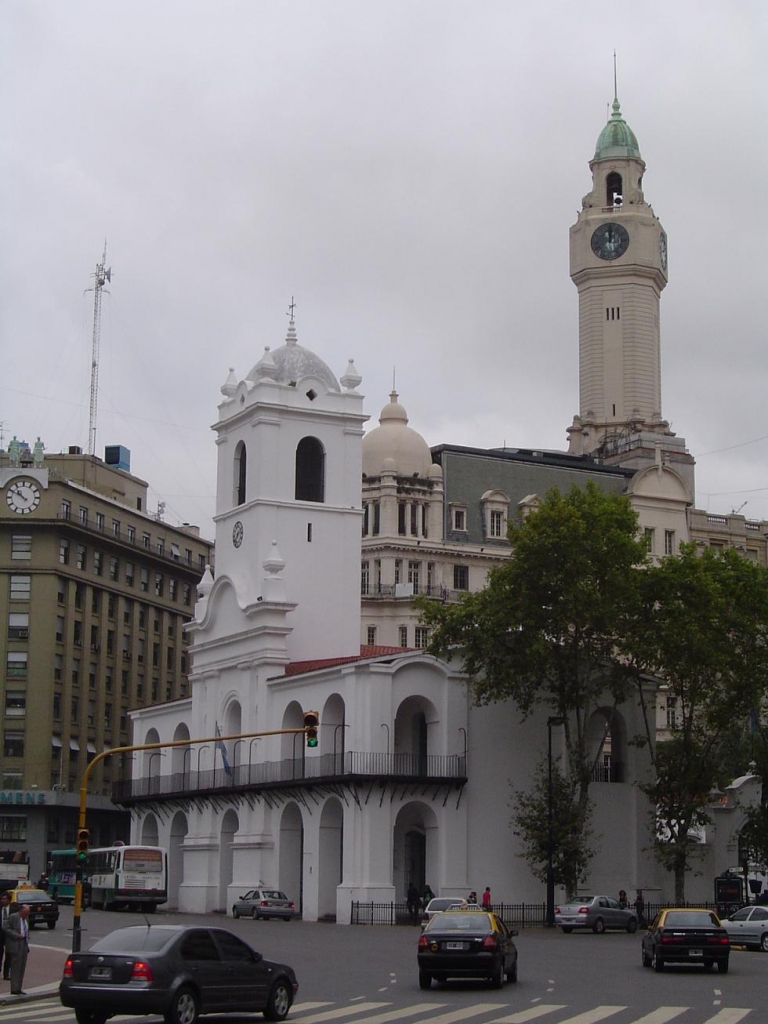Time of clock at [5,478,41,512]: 10:50
